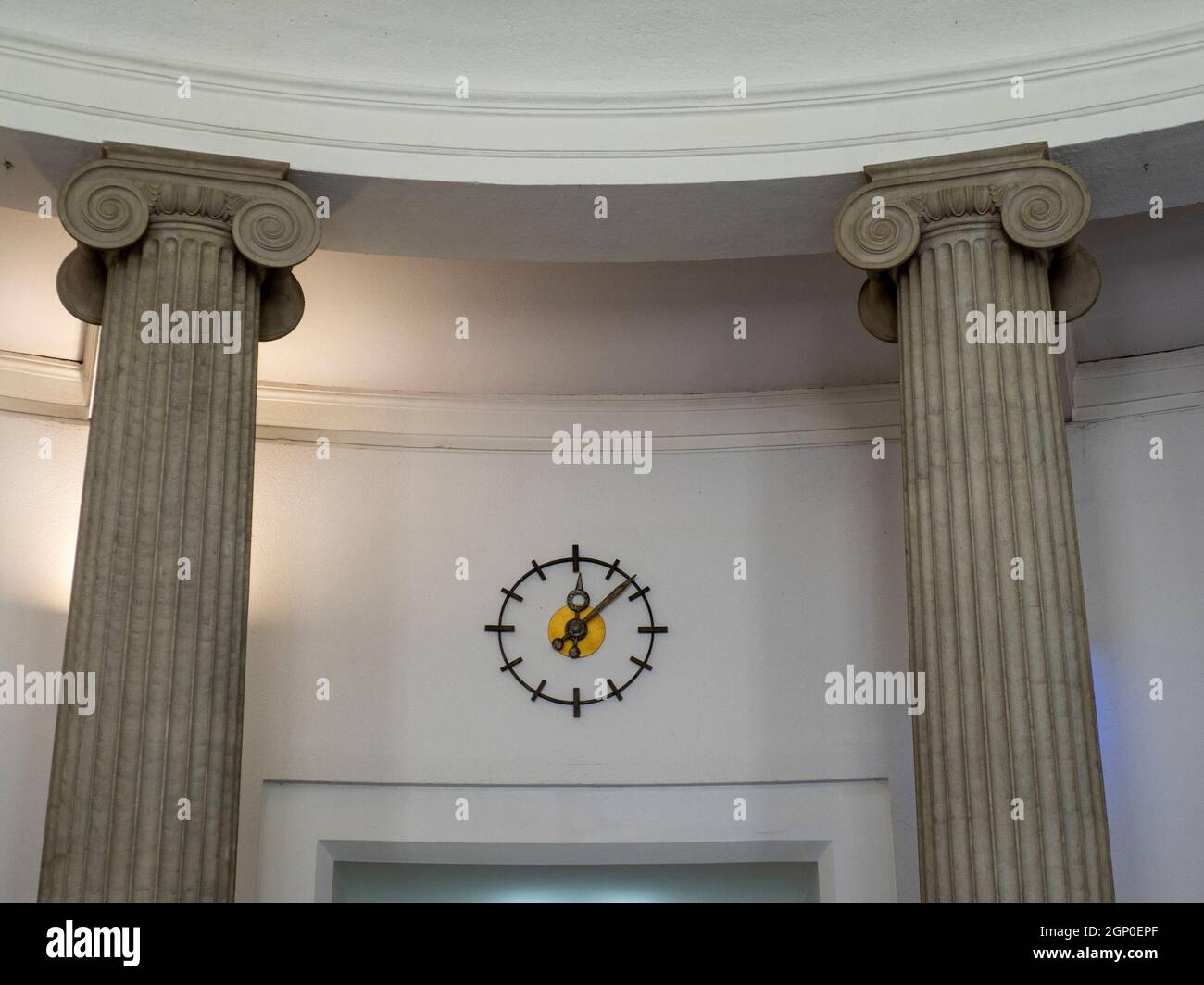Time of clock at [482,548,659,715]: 12:07
